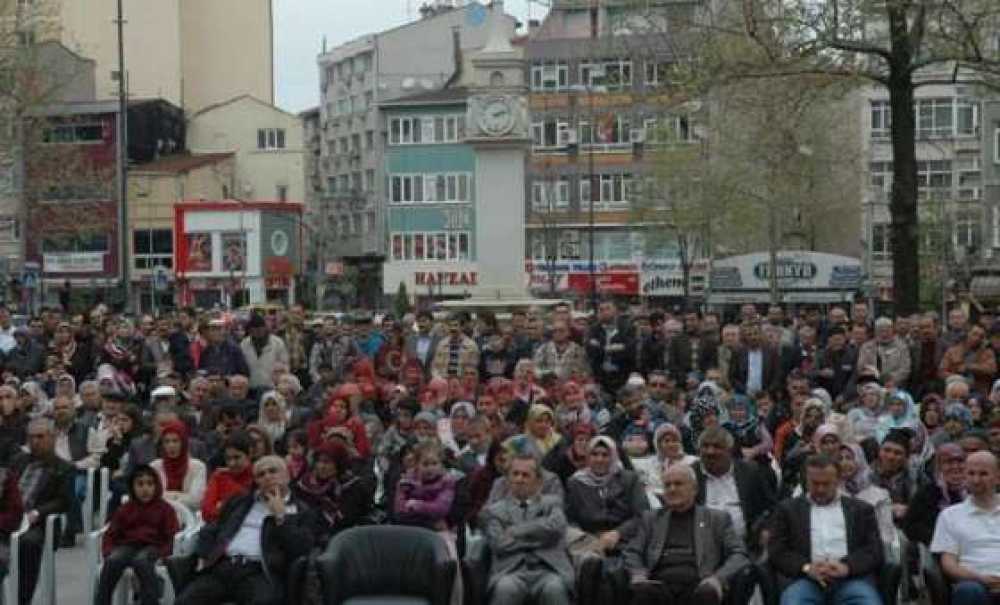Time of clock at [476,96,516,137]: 2:12
